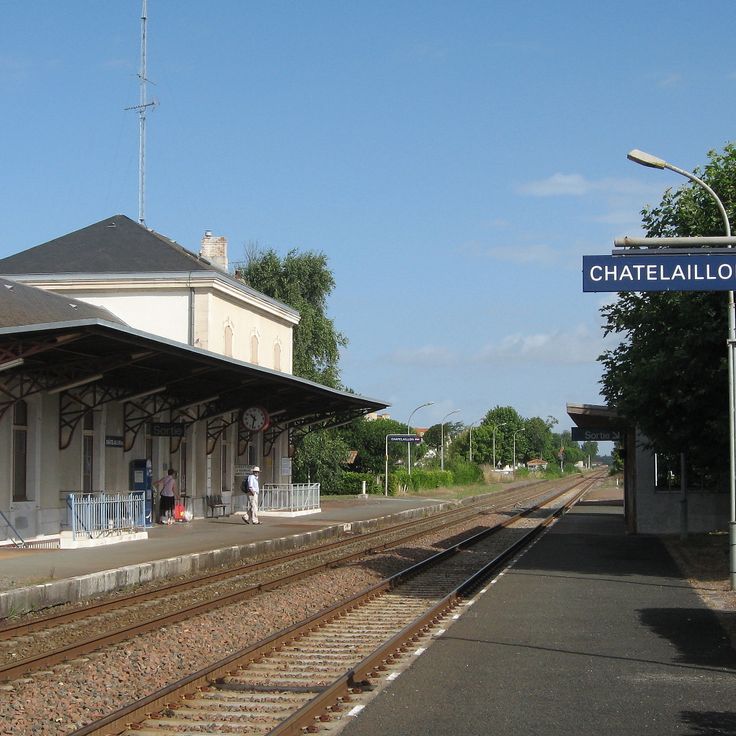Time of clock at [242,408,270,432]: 10:32
